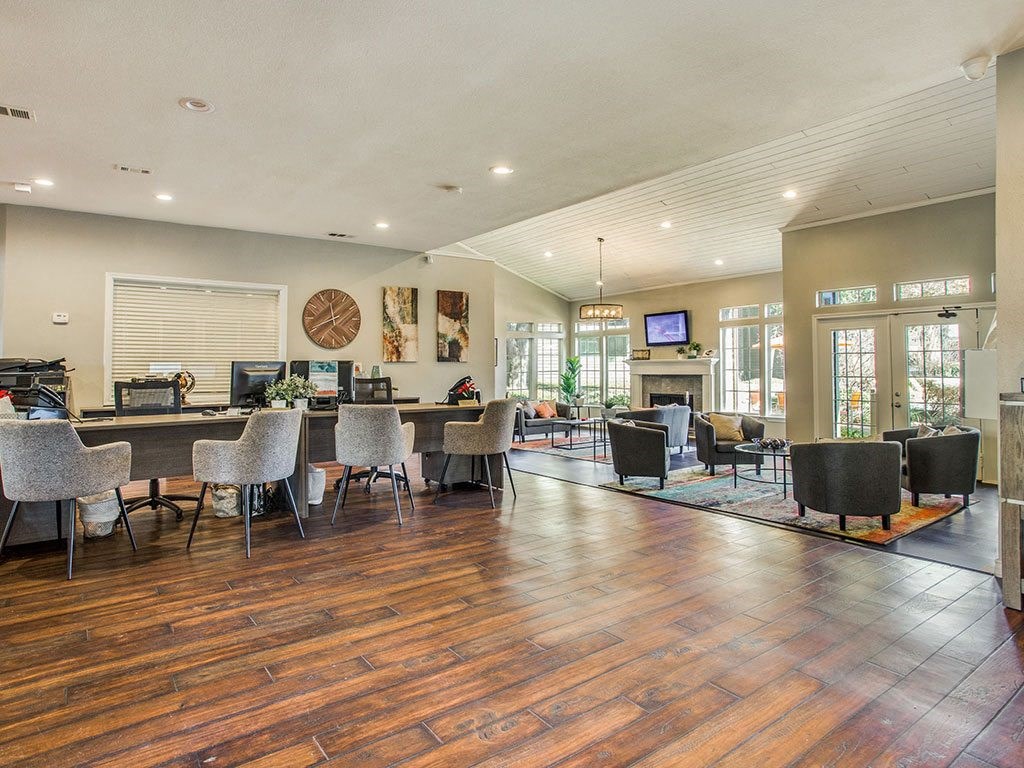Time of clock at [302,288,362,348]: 11:40
